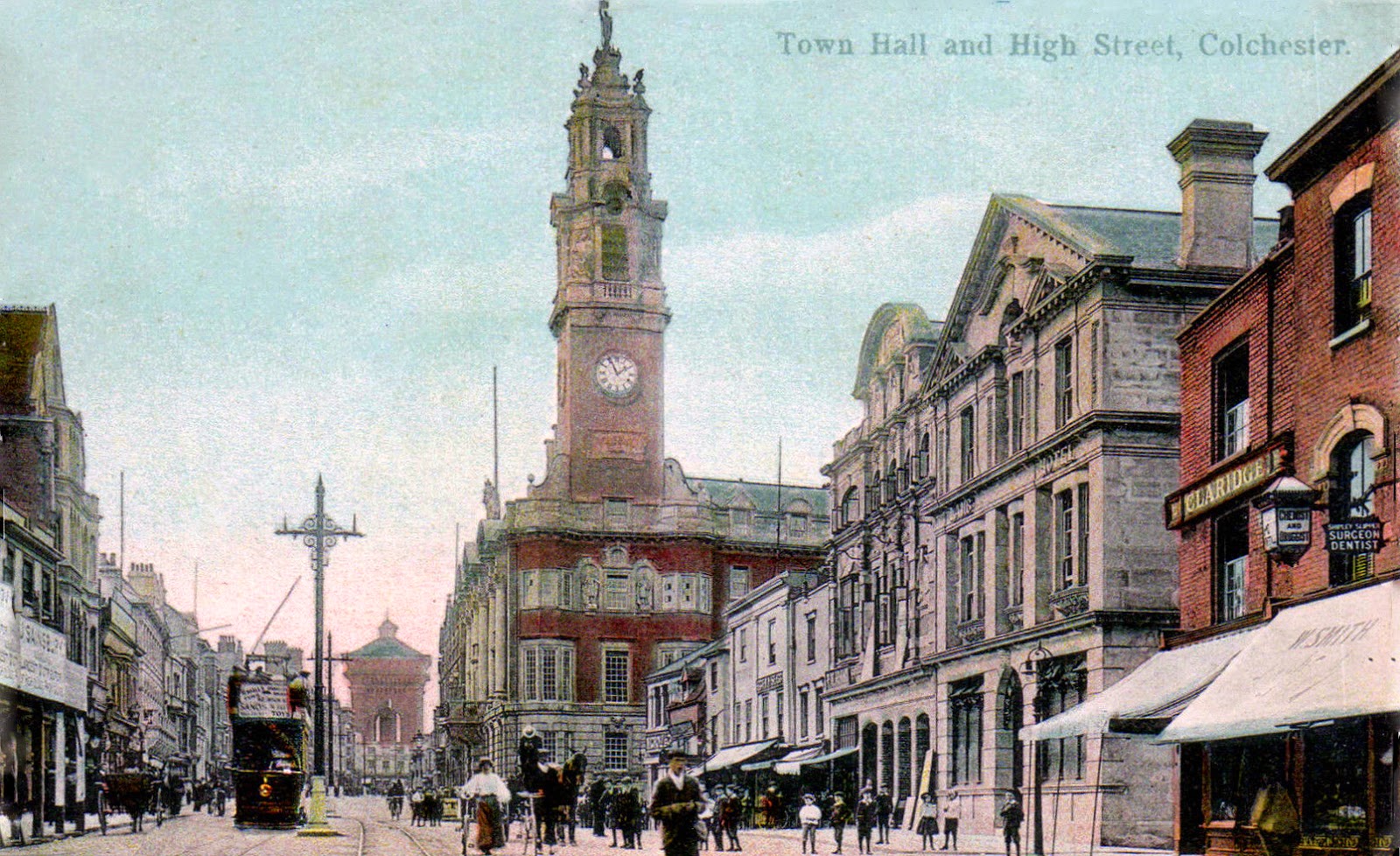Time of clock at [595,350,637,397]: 1:56
